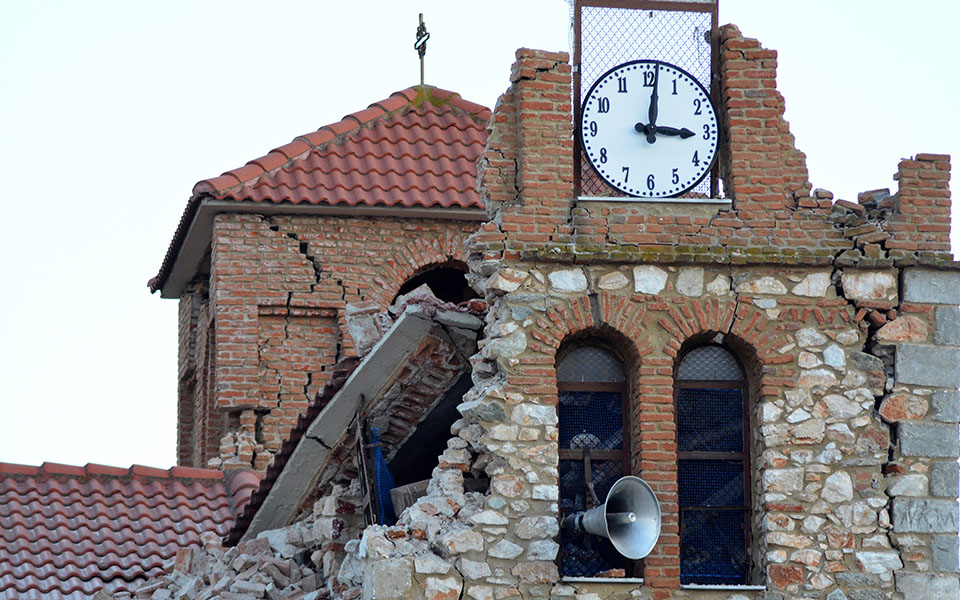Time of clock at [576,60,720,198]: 3:01
